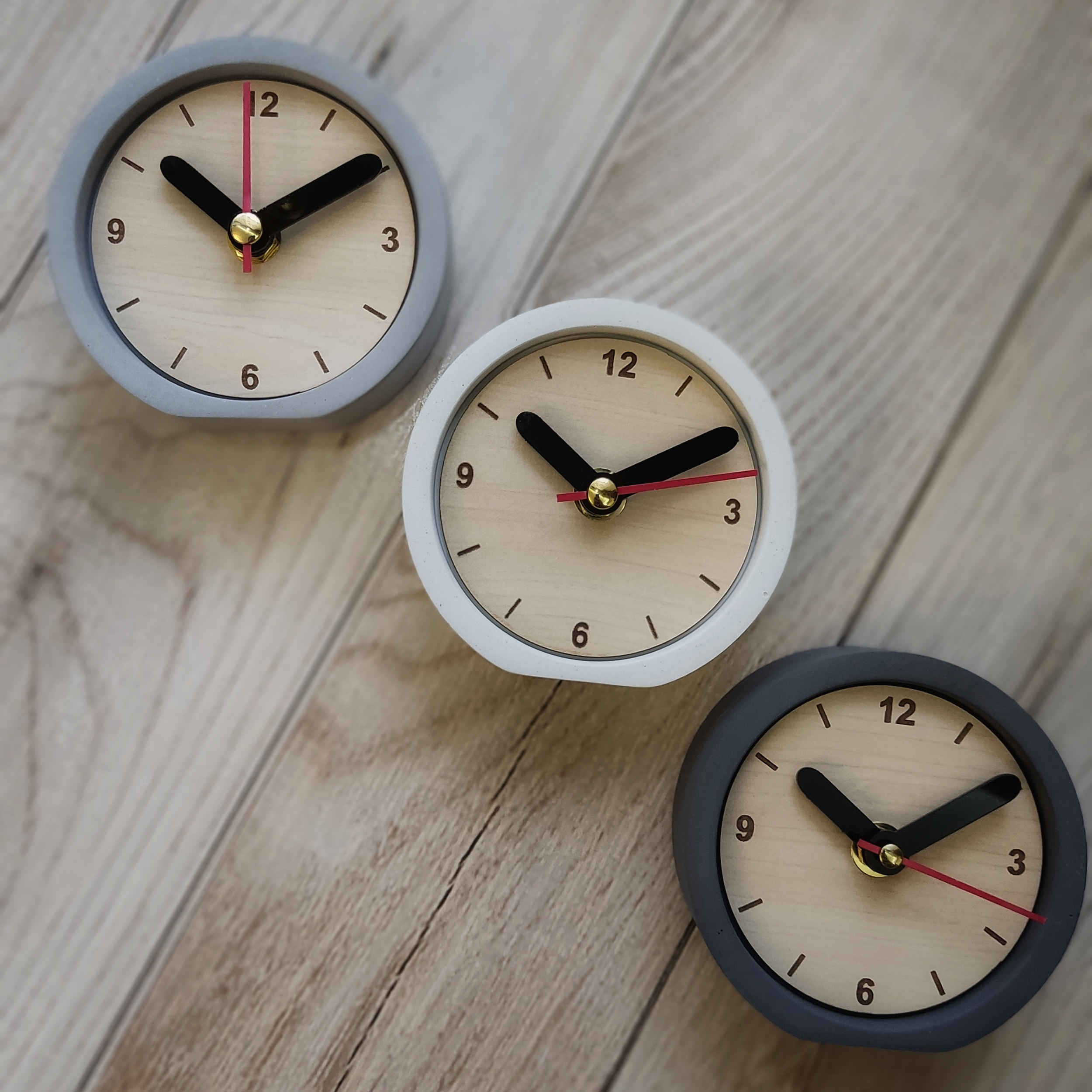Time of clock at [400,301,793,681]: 10:10
